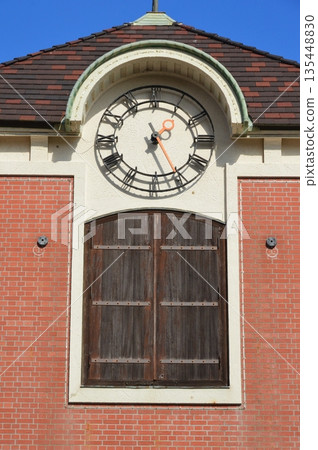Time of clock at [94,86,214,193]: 1:26
